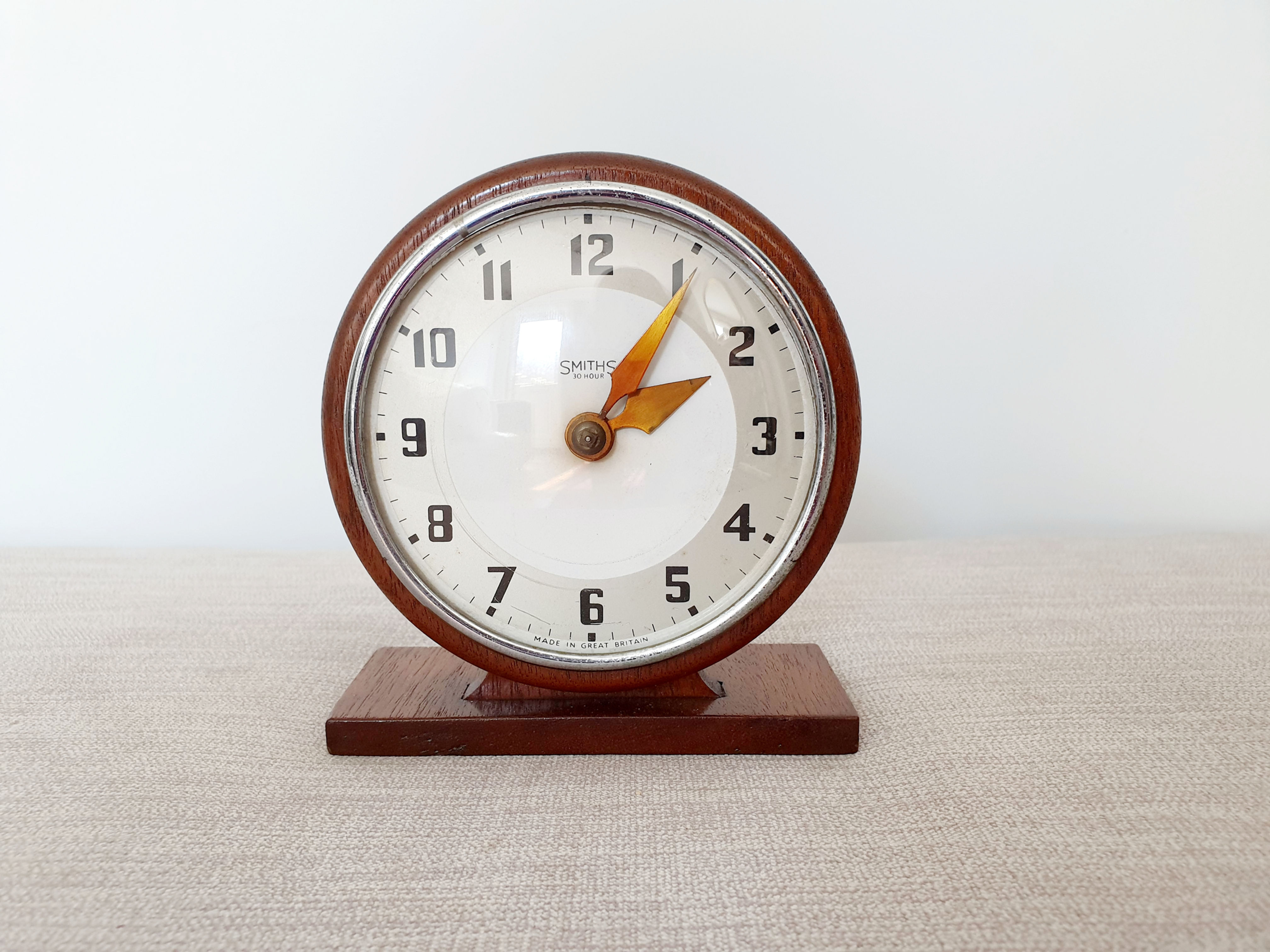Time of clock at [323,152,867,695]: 2:05
